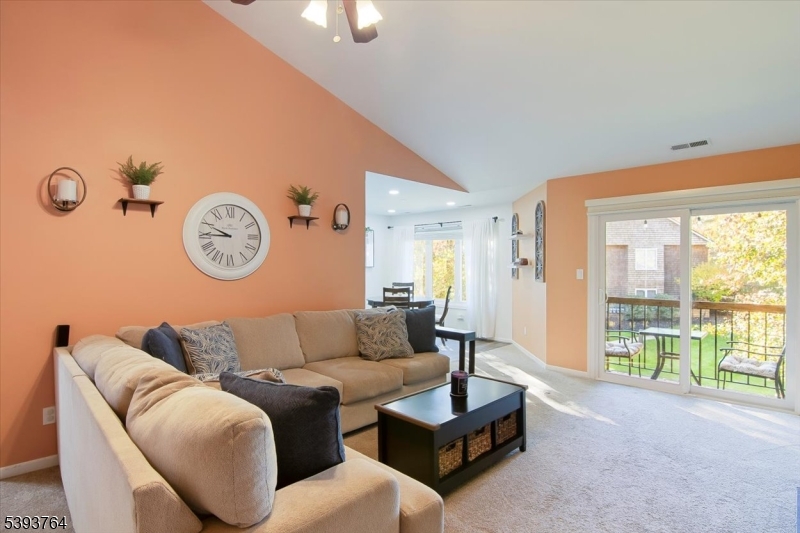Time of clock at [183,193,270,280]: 9:44
